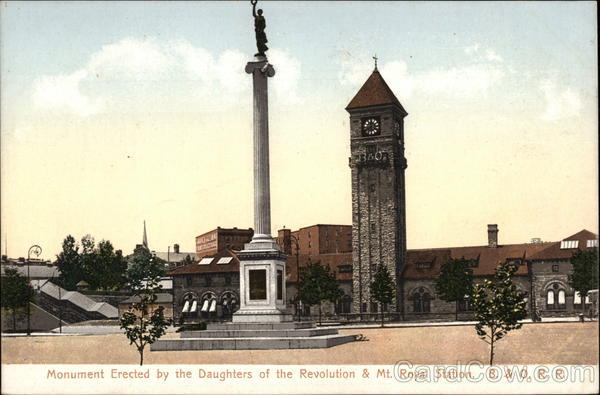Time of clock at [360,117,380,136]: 11:40
